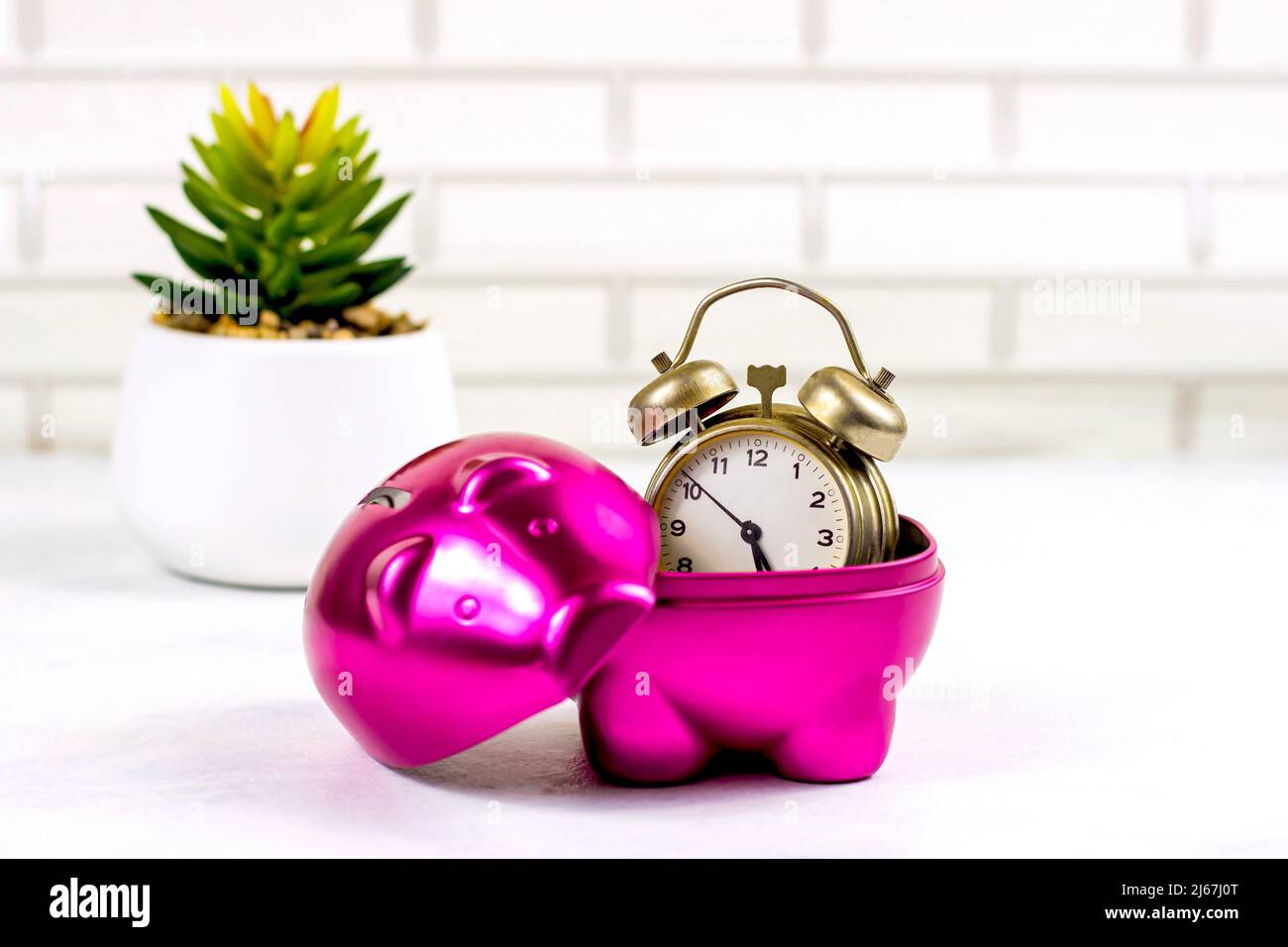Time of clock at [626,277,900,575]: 5:51
